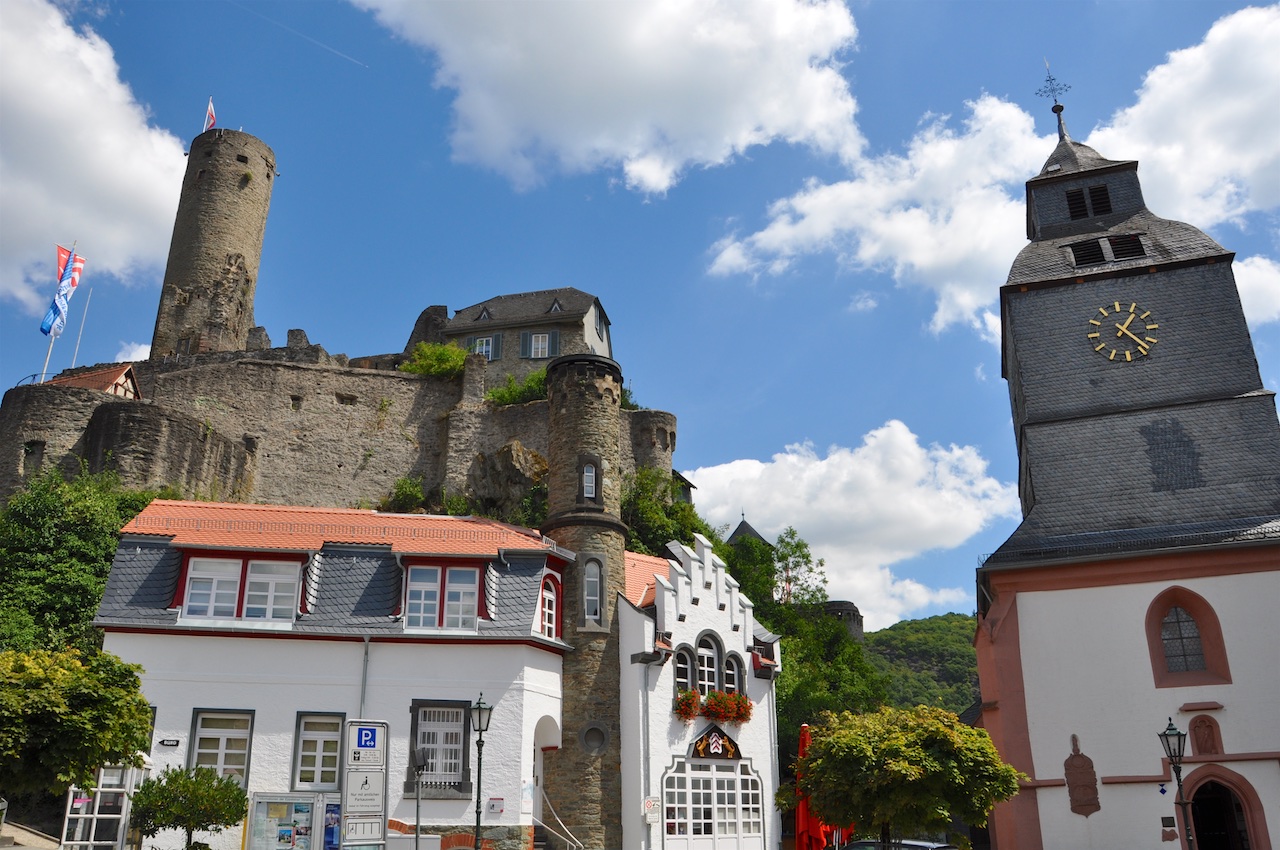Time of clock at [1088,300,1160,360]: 1:22
